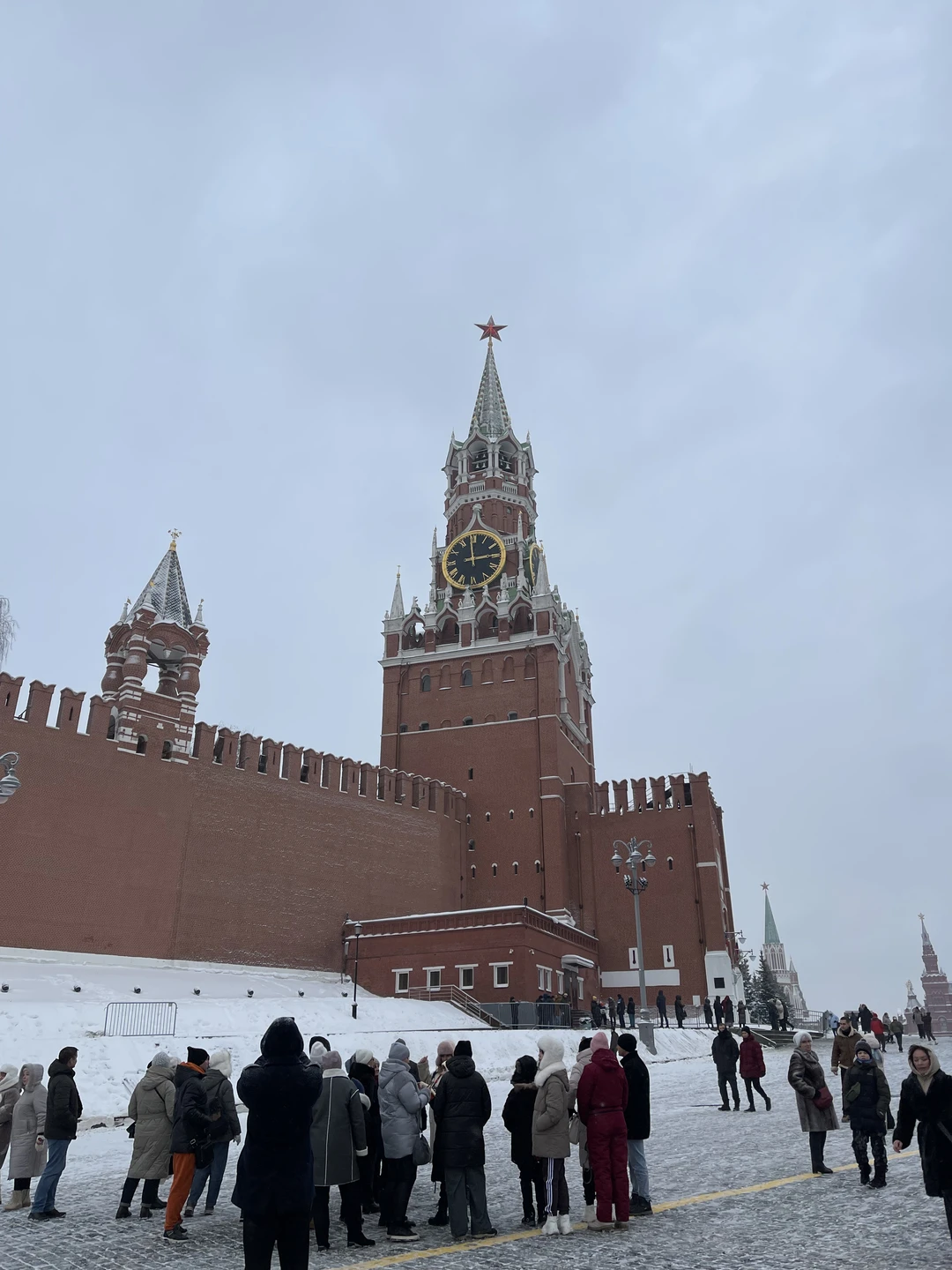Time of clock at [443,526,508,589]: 2:58
